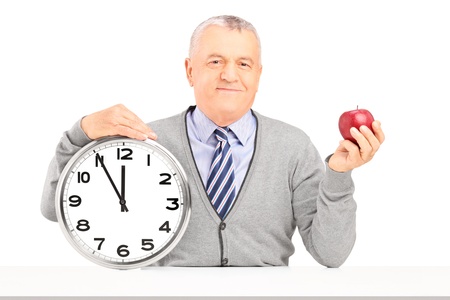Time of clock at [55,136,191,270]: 11:55
